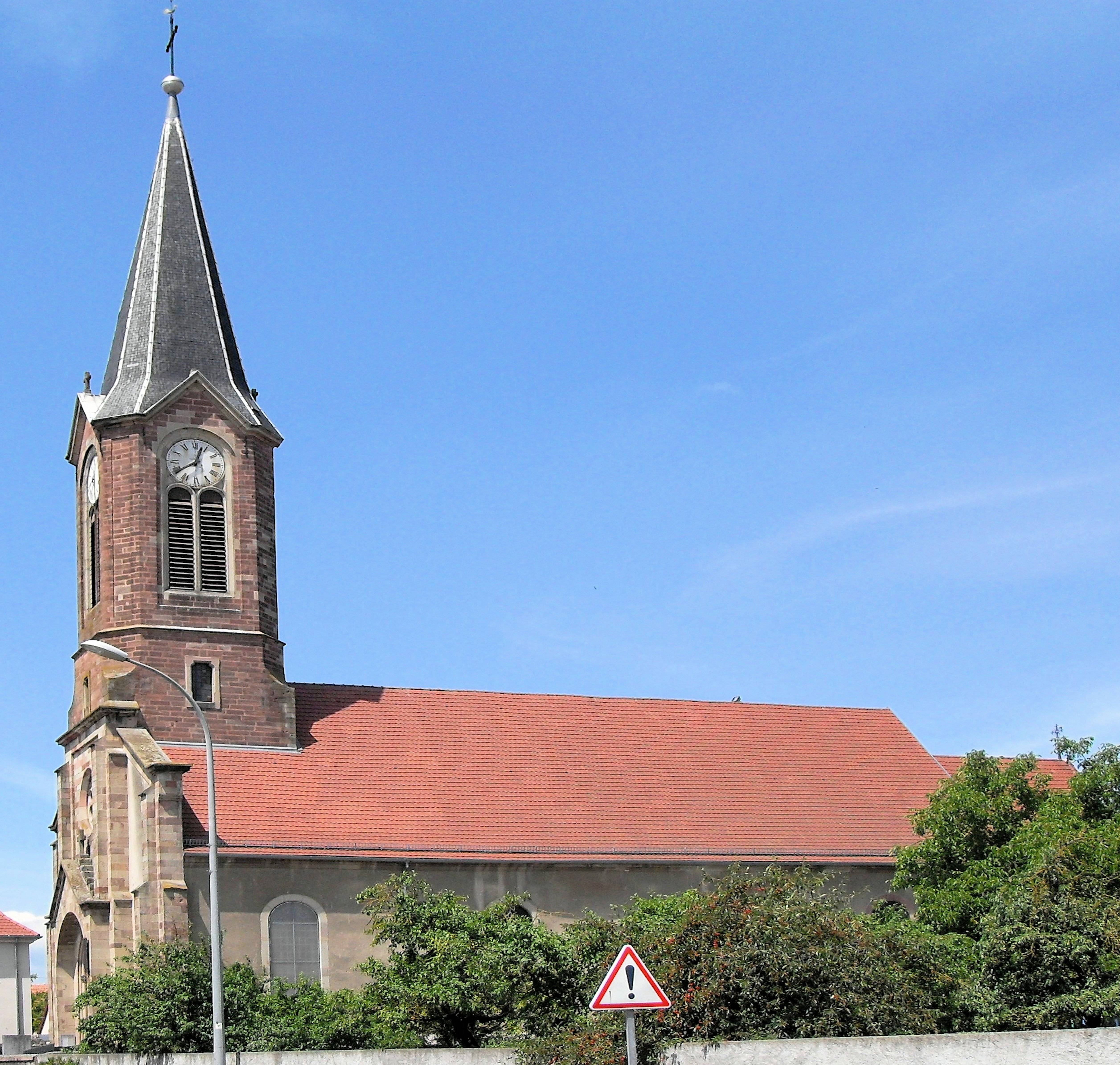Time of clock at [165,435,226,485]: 12:39
